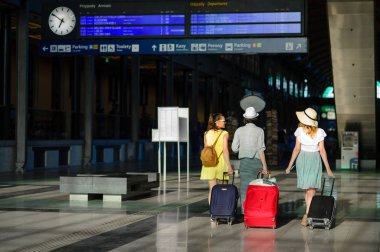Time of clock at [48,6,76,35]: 6:50
